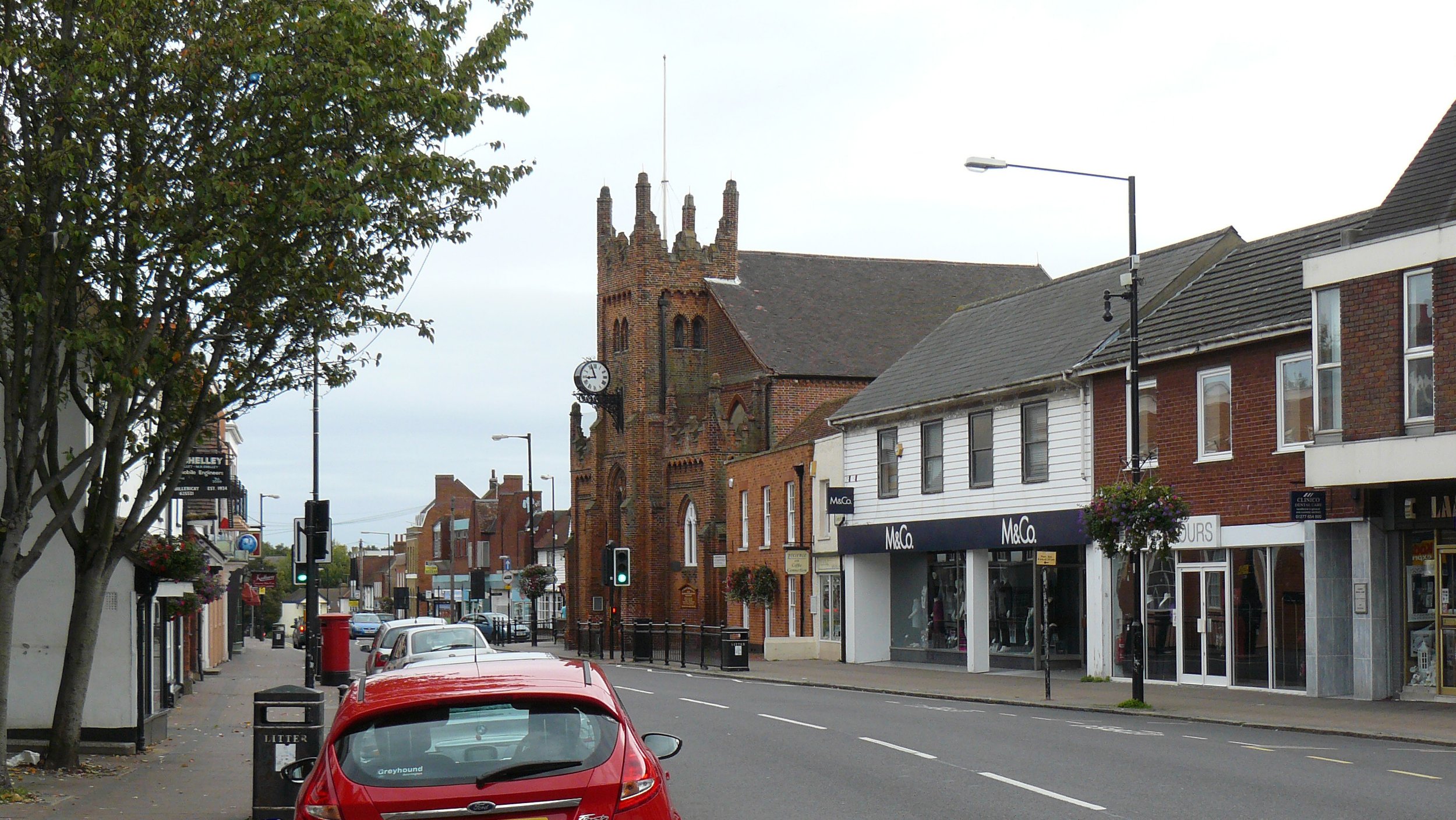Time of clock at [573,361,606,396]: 8:56
